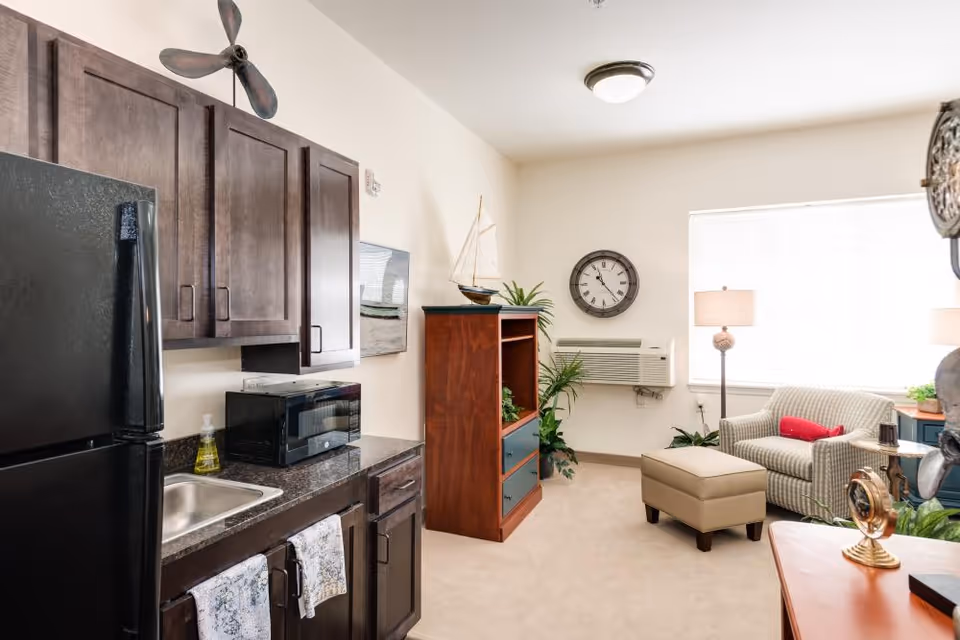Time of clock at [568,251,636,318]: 11:23
